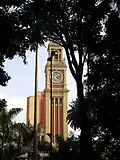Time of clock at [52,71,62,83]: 4:12
